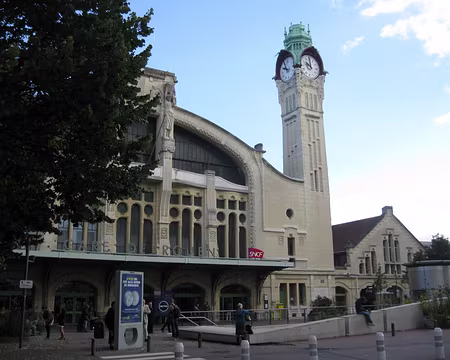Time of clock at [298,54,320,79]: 9:59
